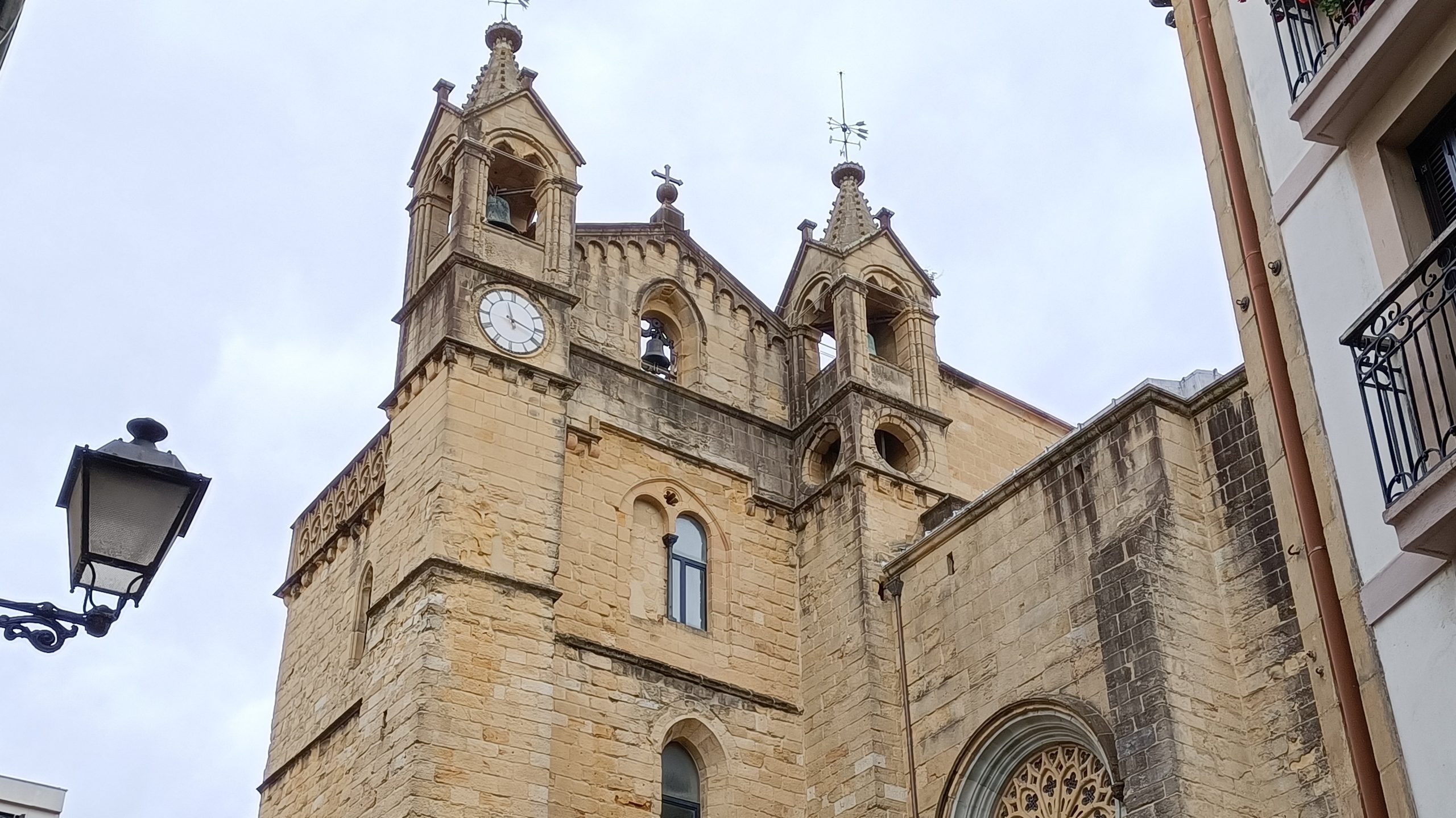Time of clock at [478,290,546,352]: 11:17
